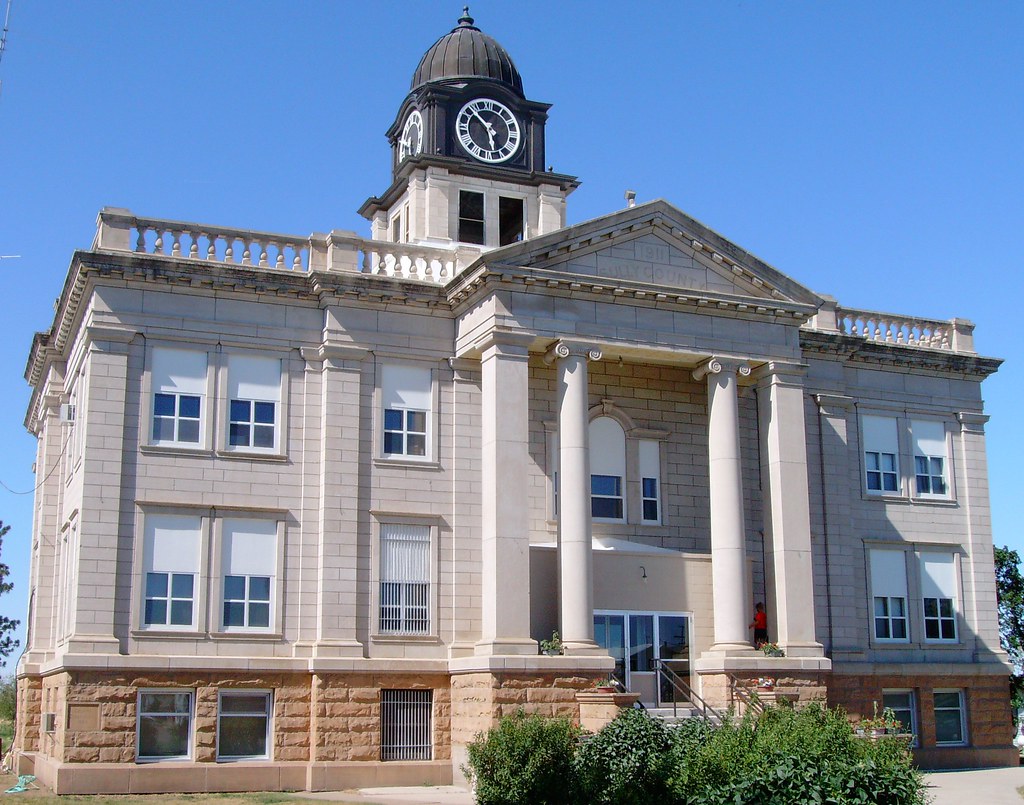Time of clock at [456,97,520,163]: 5:51
